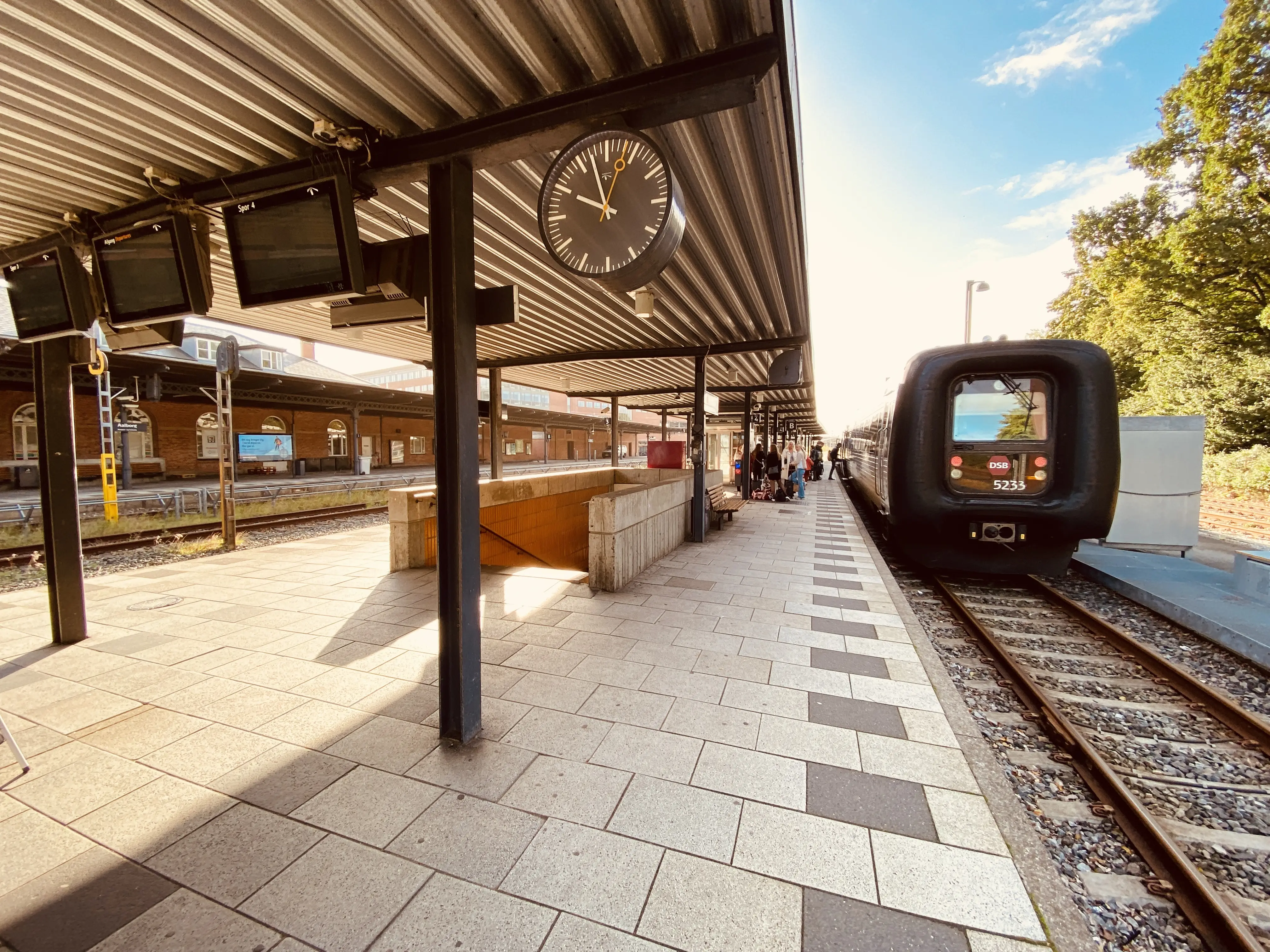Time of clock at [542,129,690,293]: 9:57
